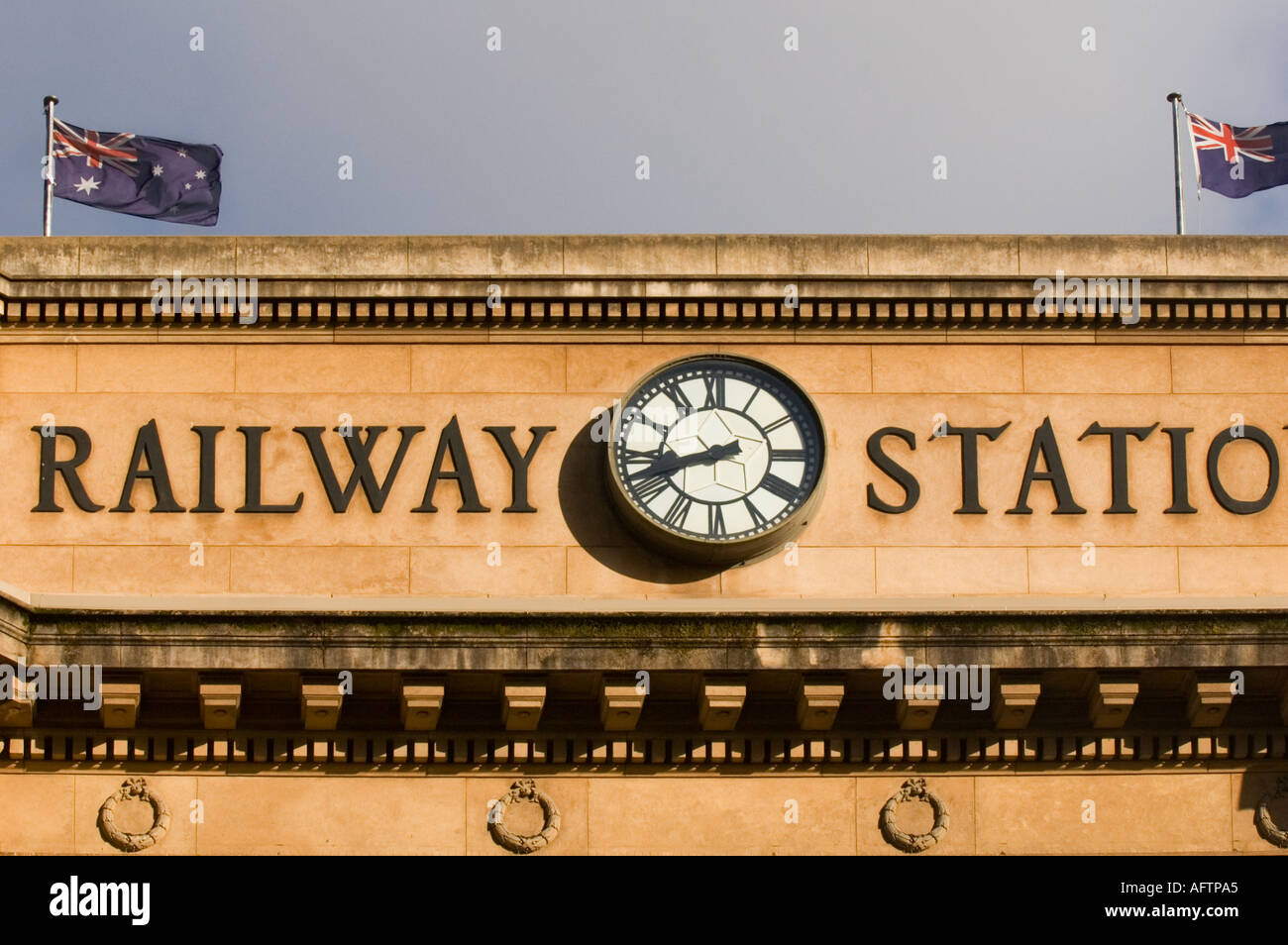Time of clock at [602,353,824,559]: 8:41
